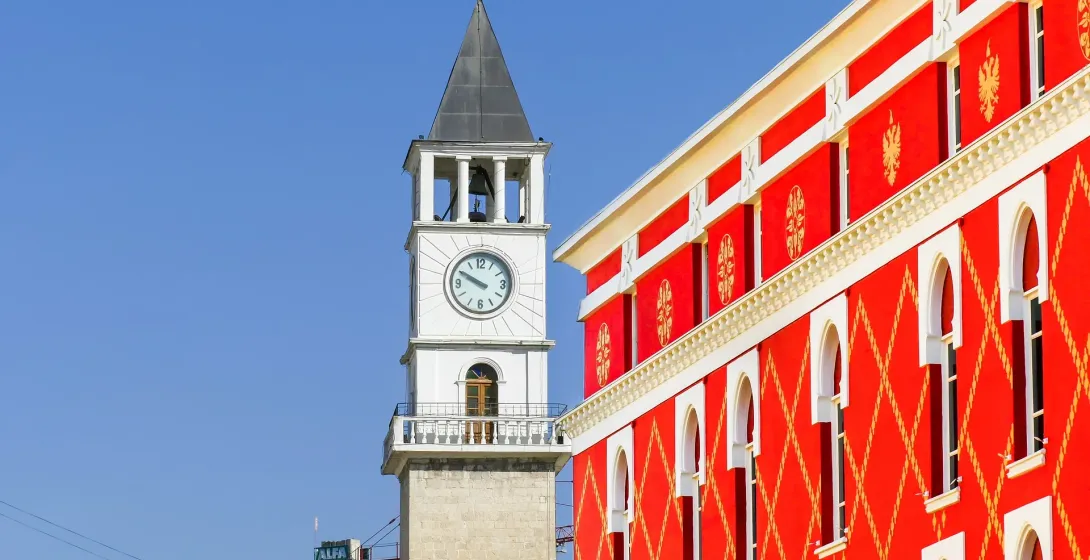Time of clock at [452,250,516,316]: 9:49
